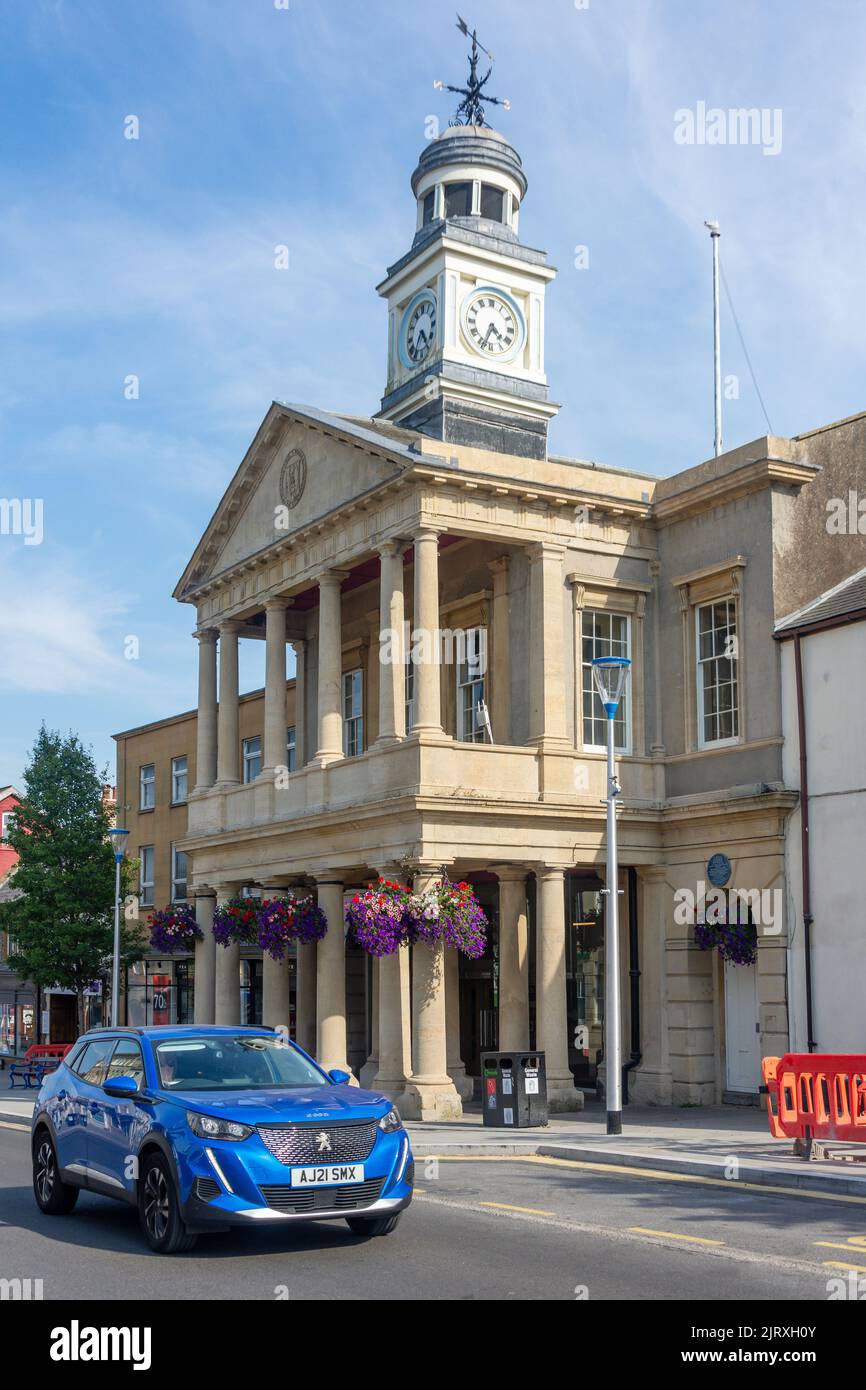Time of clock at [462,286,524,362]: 4:33
